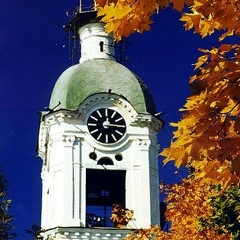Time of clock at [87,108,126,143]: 12:15
